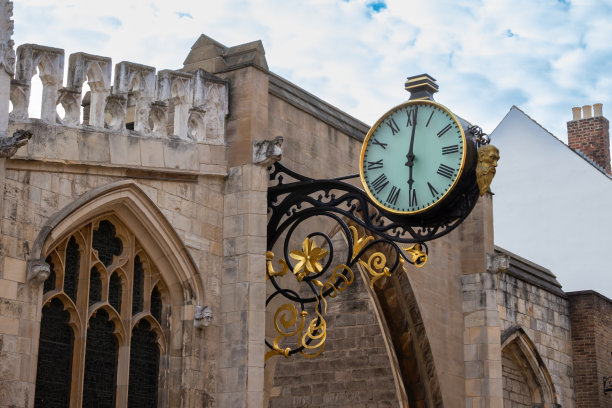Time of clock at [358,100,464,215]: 6:01
